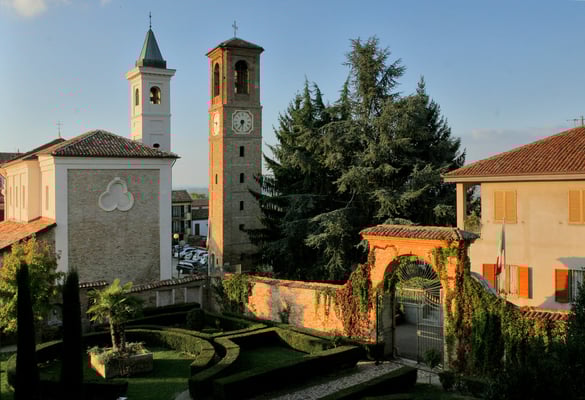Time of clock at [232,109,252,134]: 5:34
